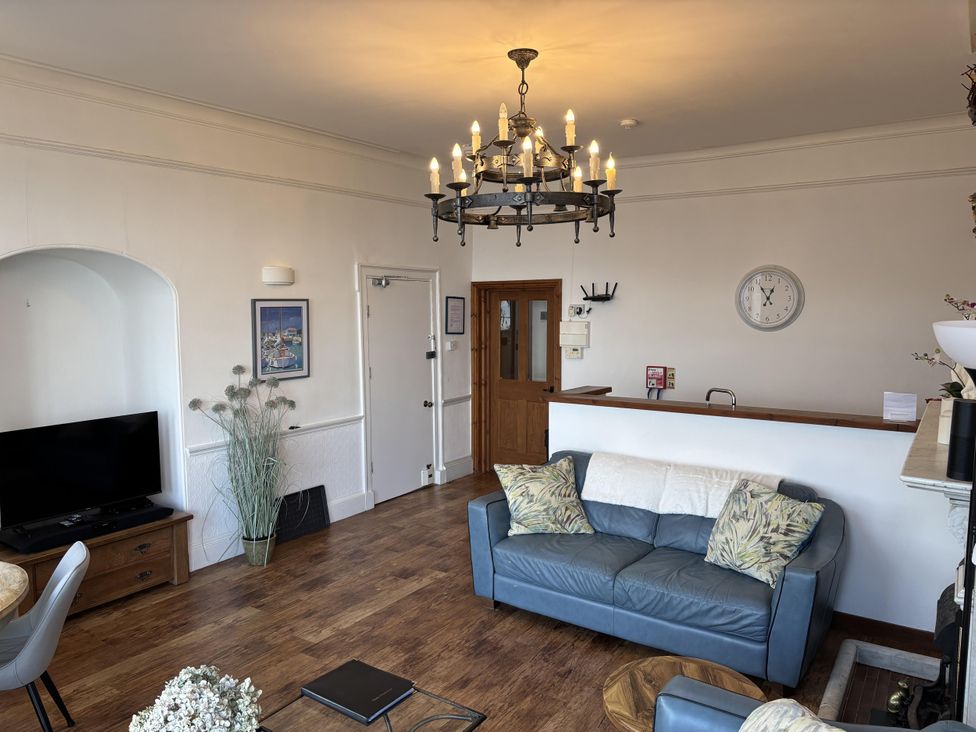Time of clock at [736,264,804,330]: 12:54
